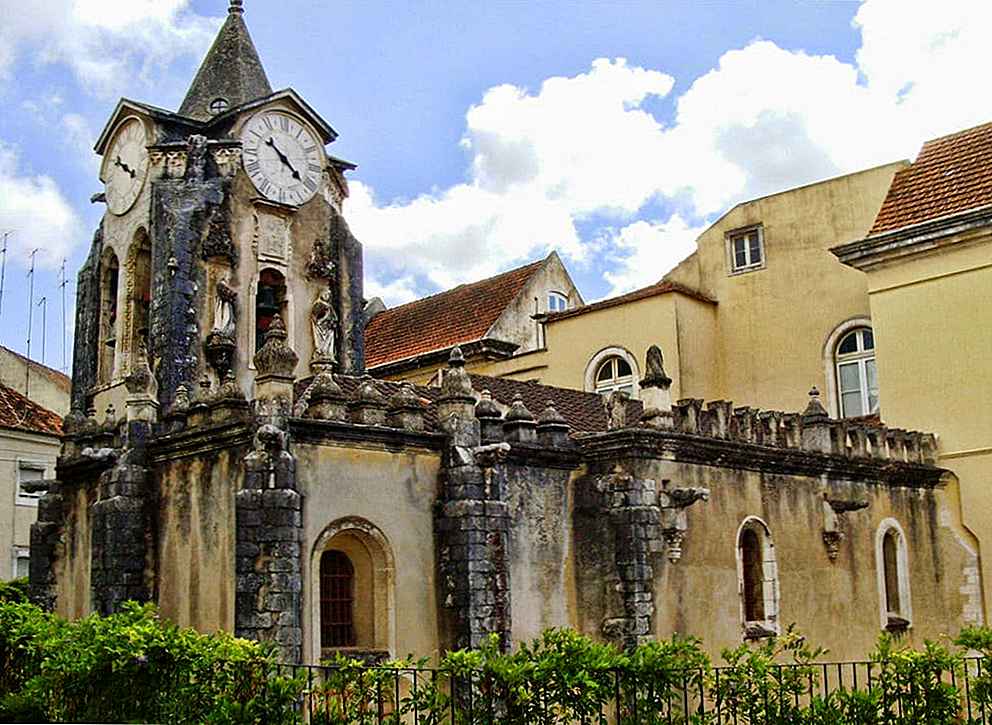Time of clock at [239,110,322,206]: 10:21
